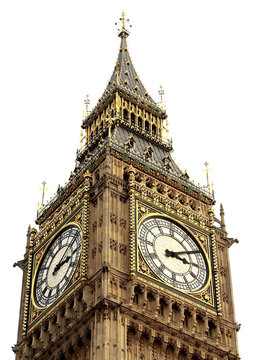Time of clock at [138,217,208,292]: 3:09
